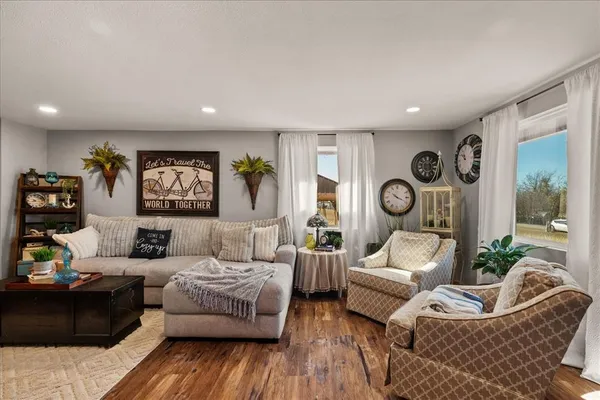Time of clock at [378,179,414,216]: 10:18
